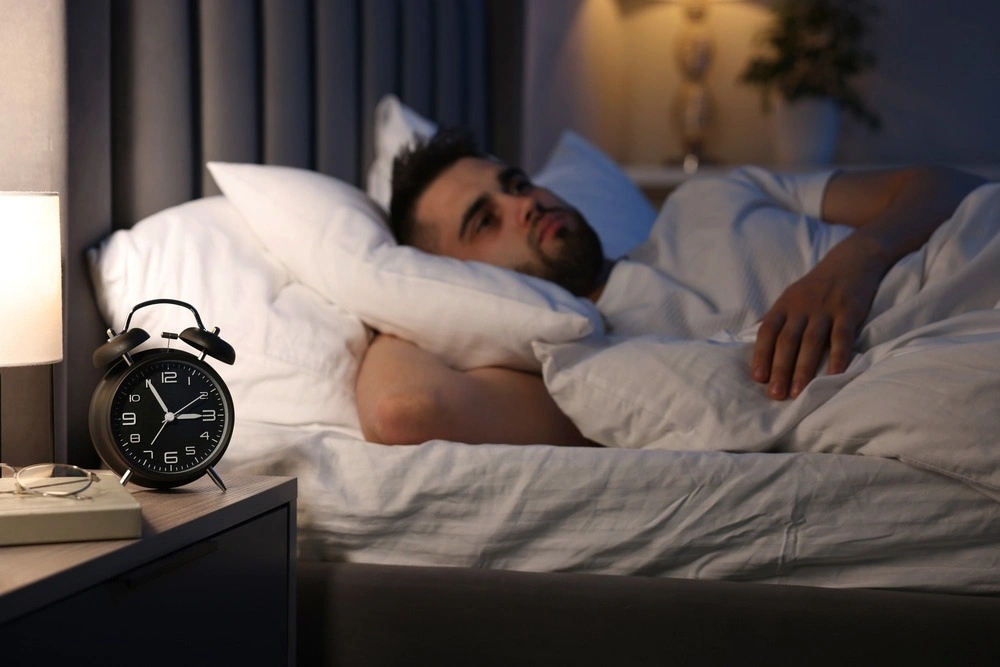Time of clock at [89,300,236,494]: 2:55
